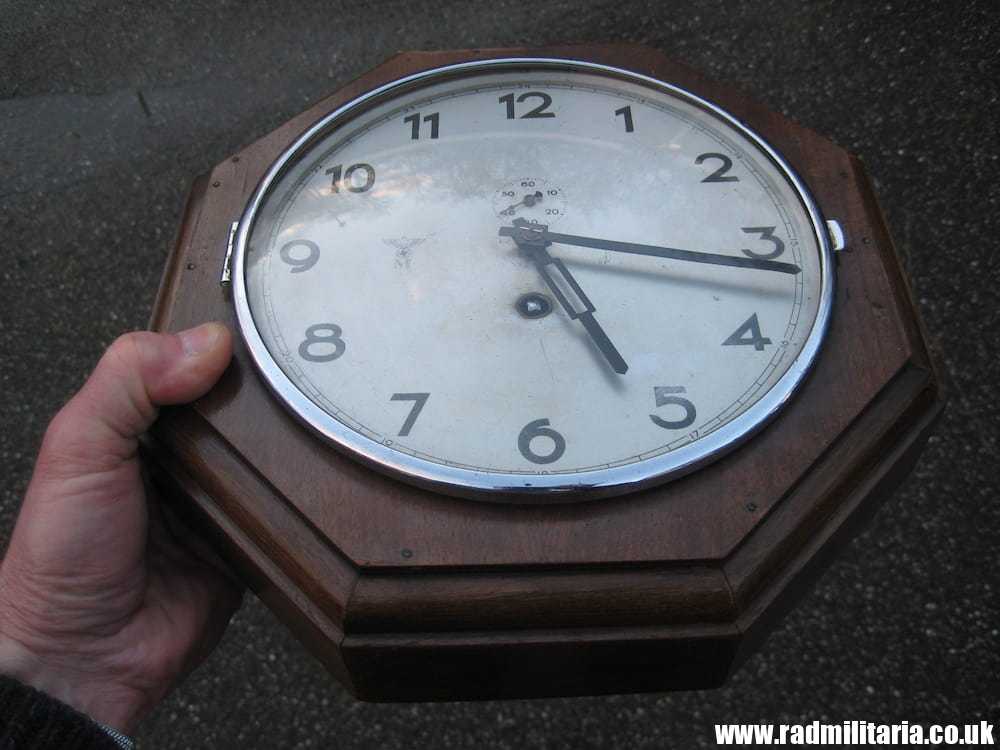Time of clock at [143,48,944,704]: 5:16
